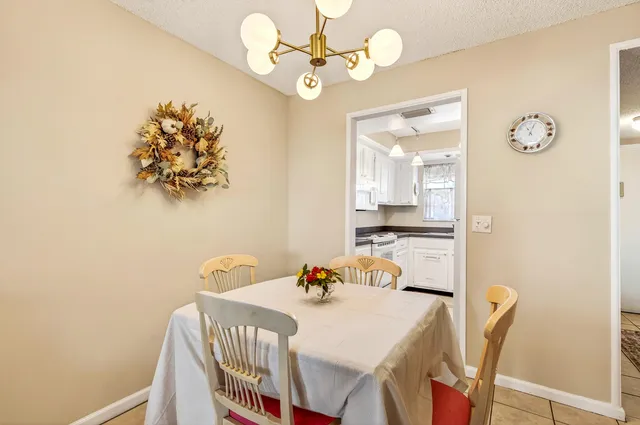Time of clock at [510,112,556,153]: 11:03
